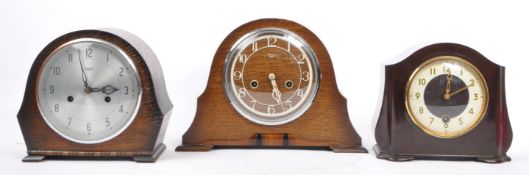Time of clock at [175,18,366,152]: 5:26
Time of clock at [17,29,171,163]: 2:57
